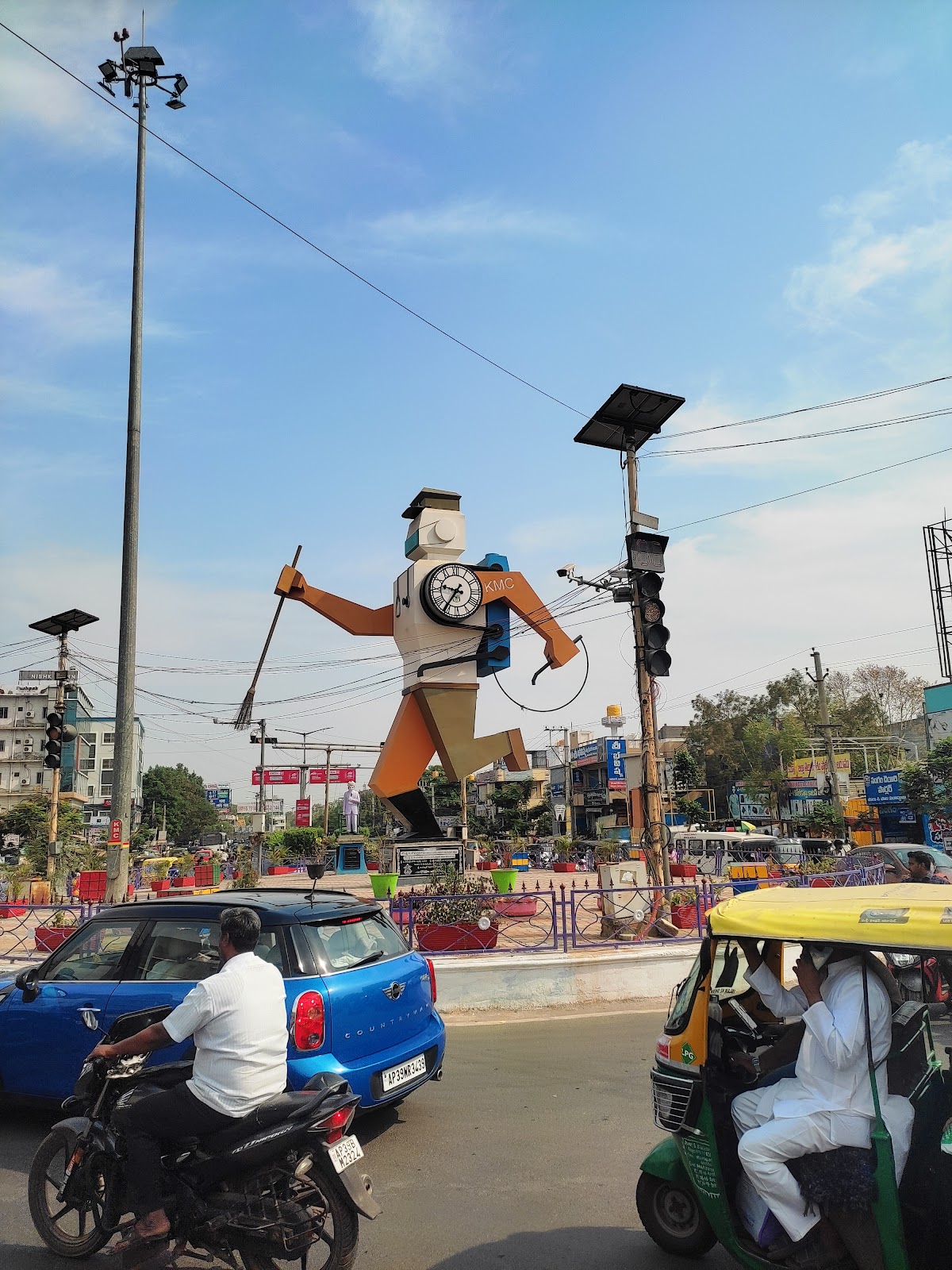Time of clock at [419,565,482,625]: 9:36
